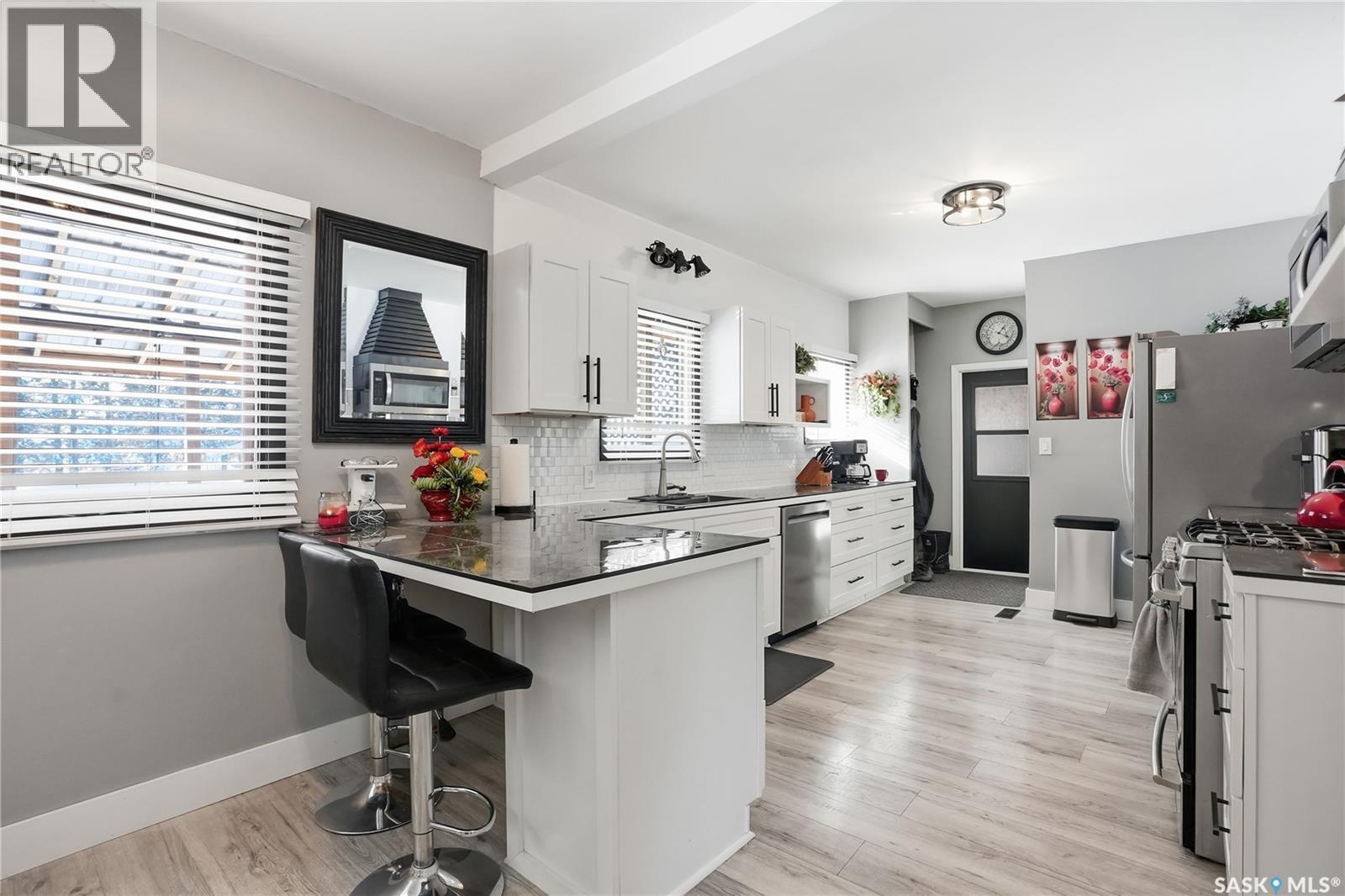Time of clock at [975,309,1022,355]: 1:19
